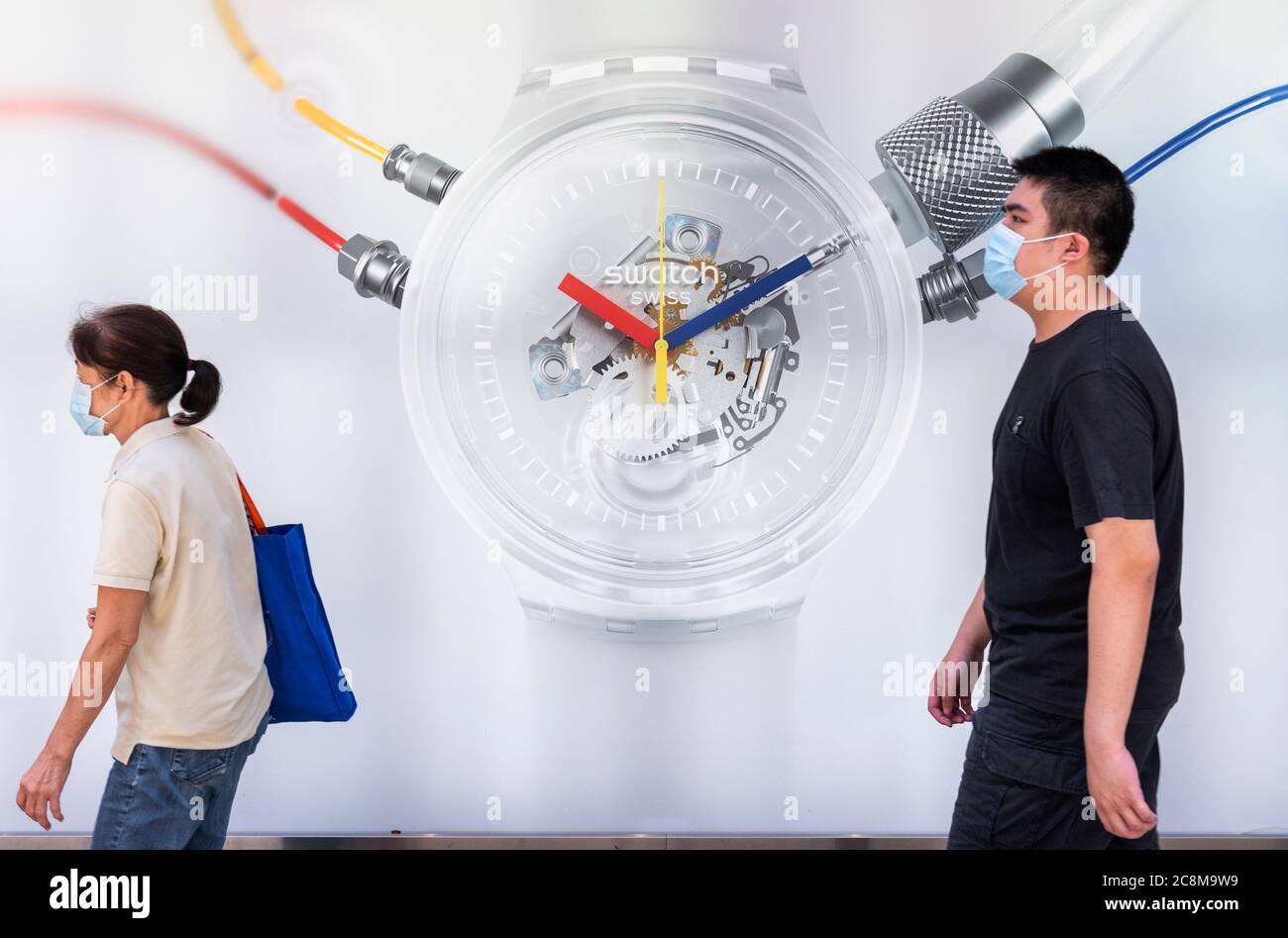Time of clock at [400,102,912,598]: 10:10
